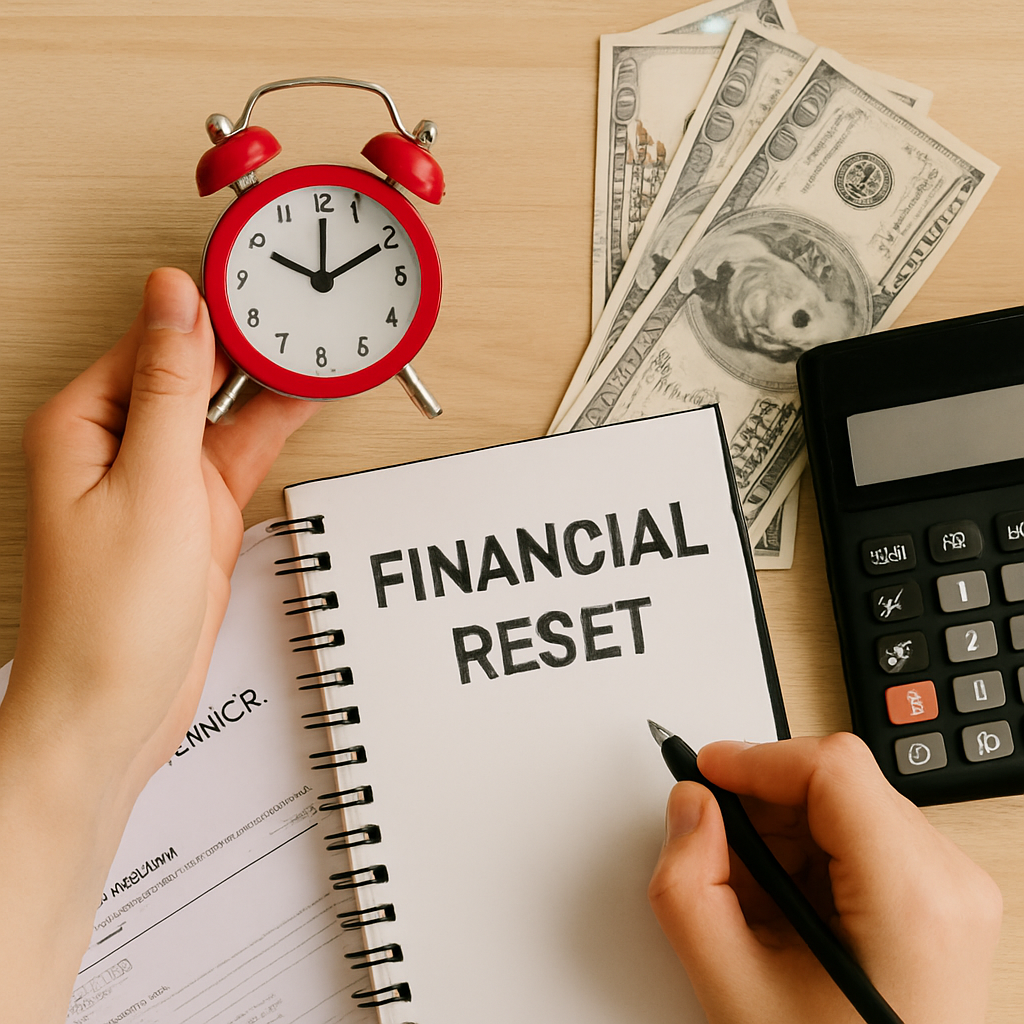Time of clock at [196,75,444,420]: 12:10
